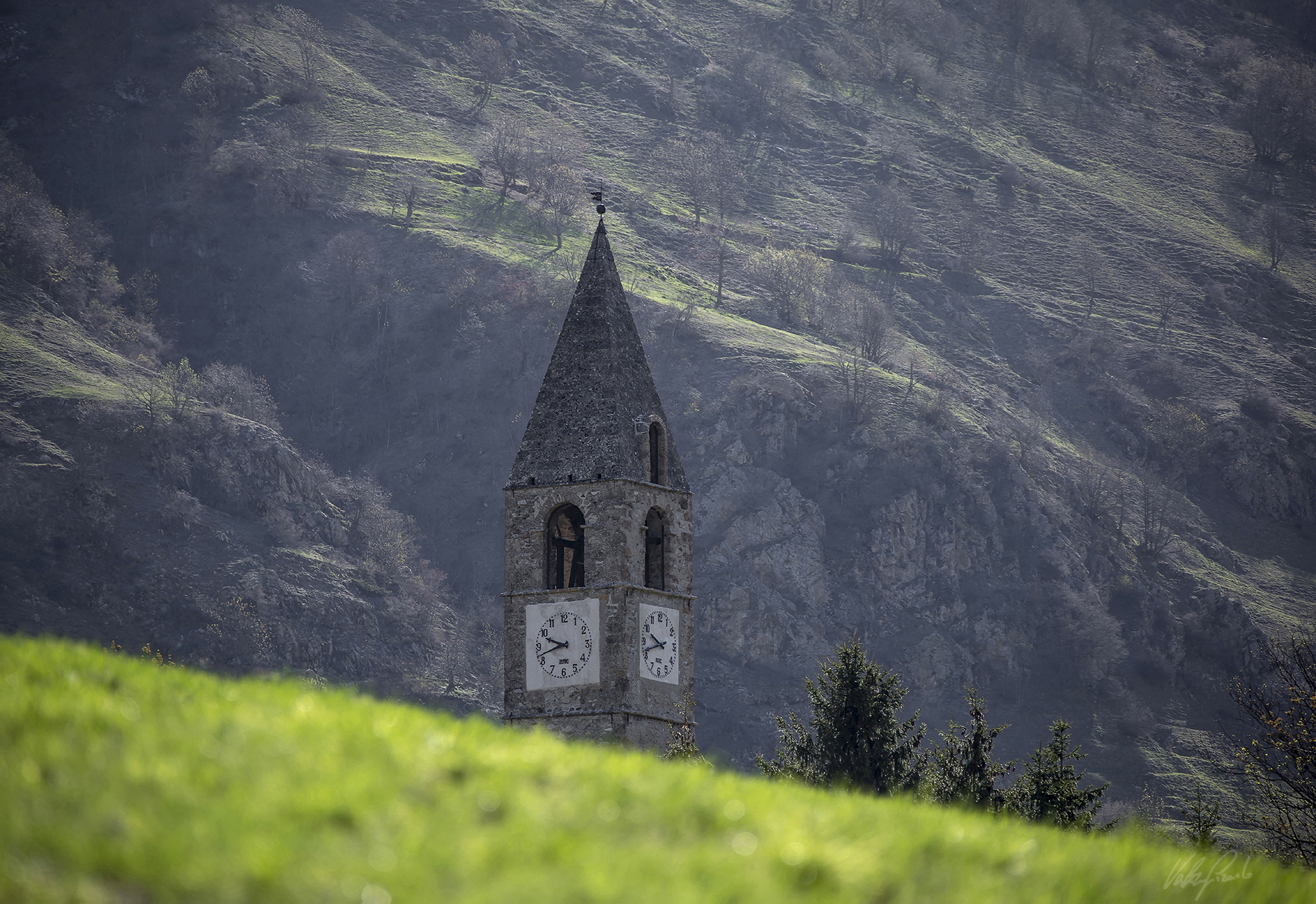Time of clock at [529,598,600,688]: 9:42
